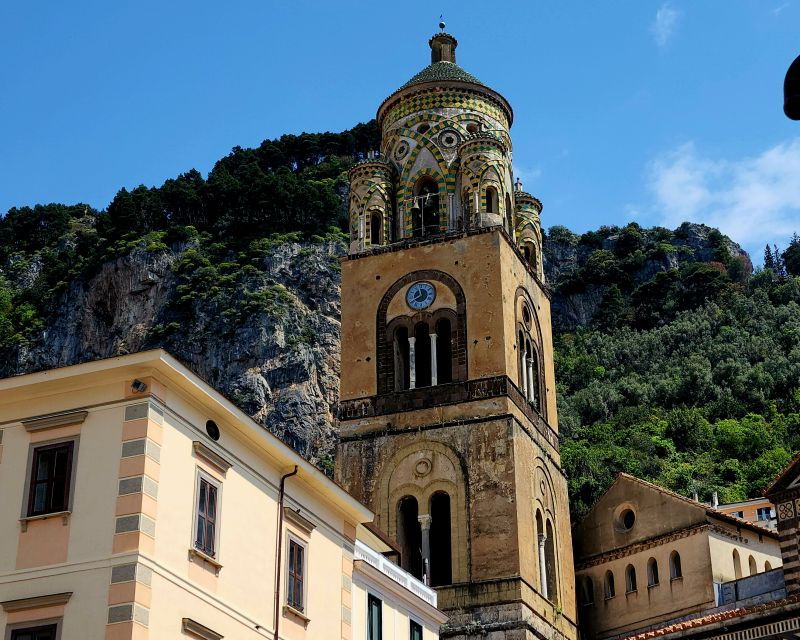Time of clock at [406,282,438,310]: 11:40
